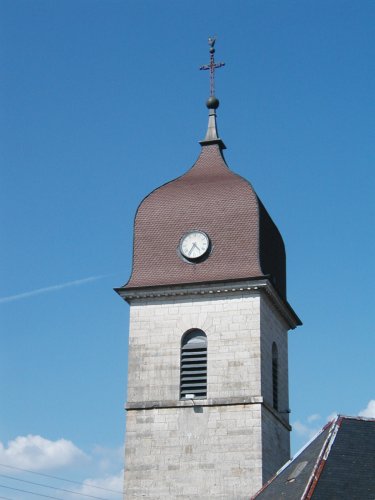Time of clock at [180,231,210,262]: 4:35
